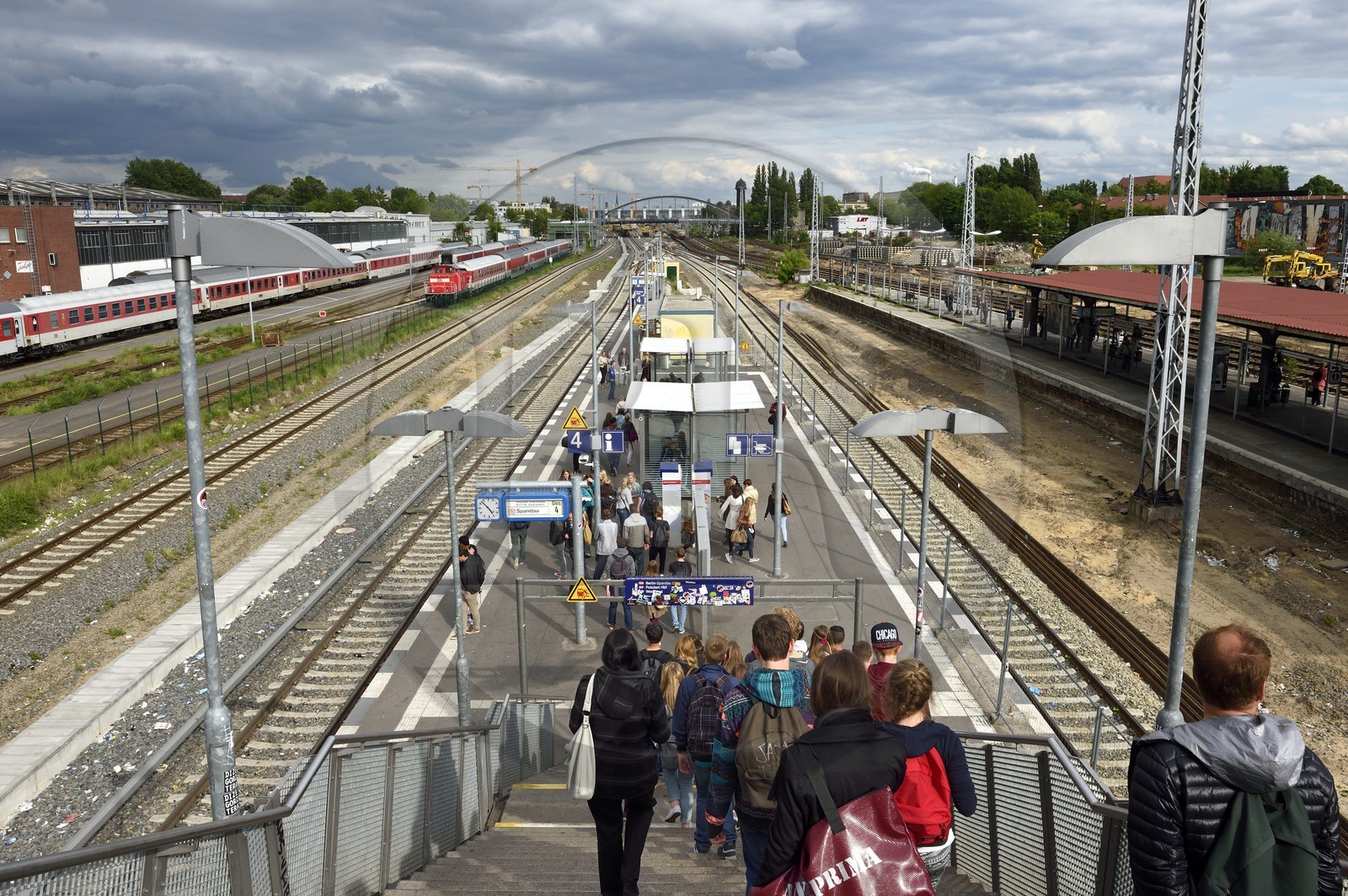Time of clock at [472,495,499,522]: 4:52
